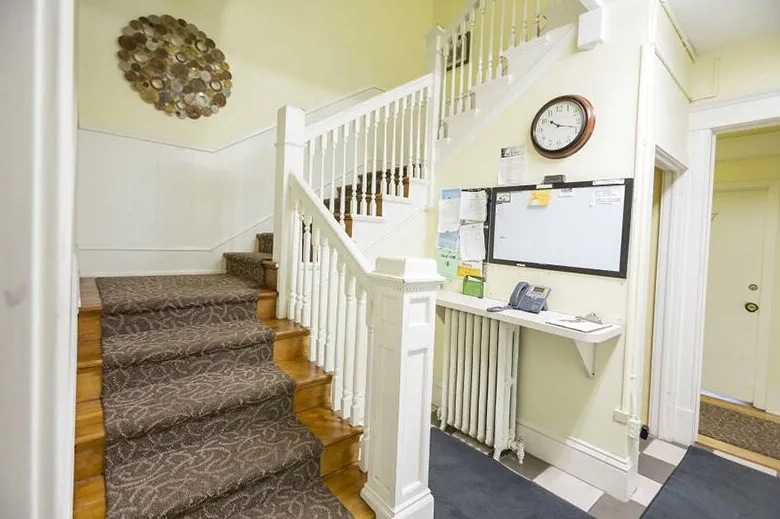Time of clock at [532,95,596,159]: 10:18
